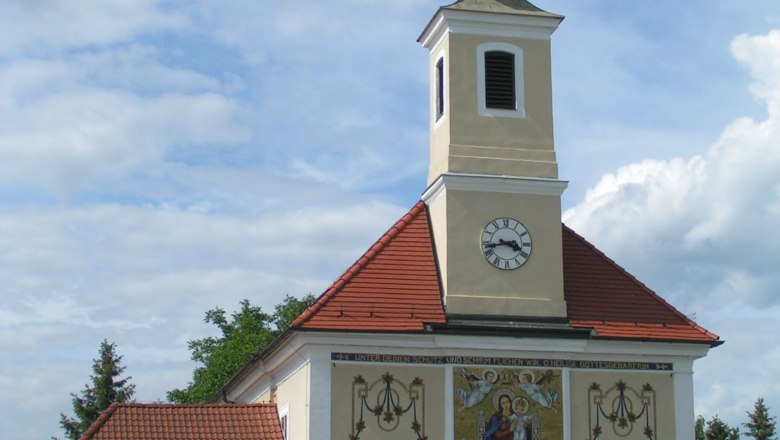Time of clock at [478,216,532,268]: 3:42
